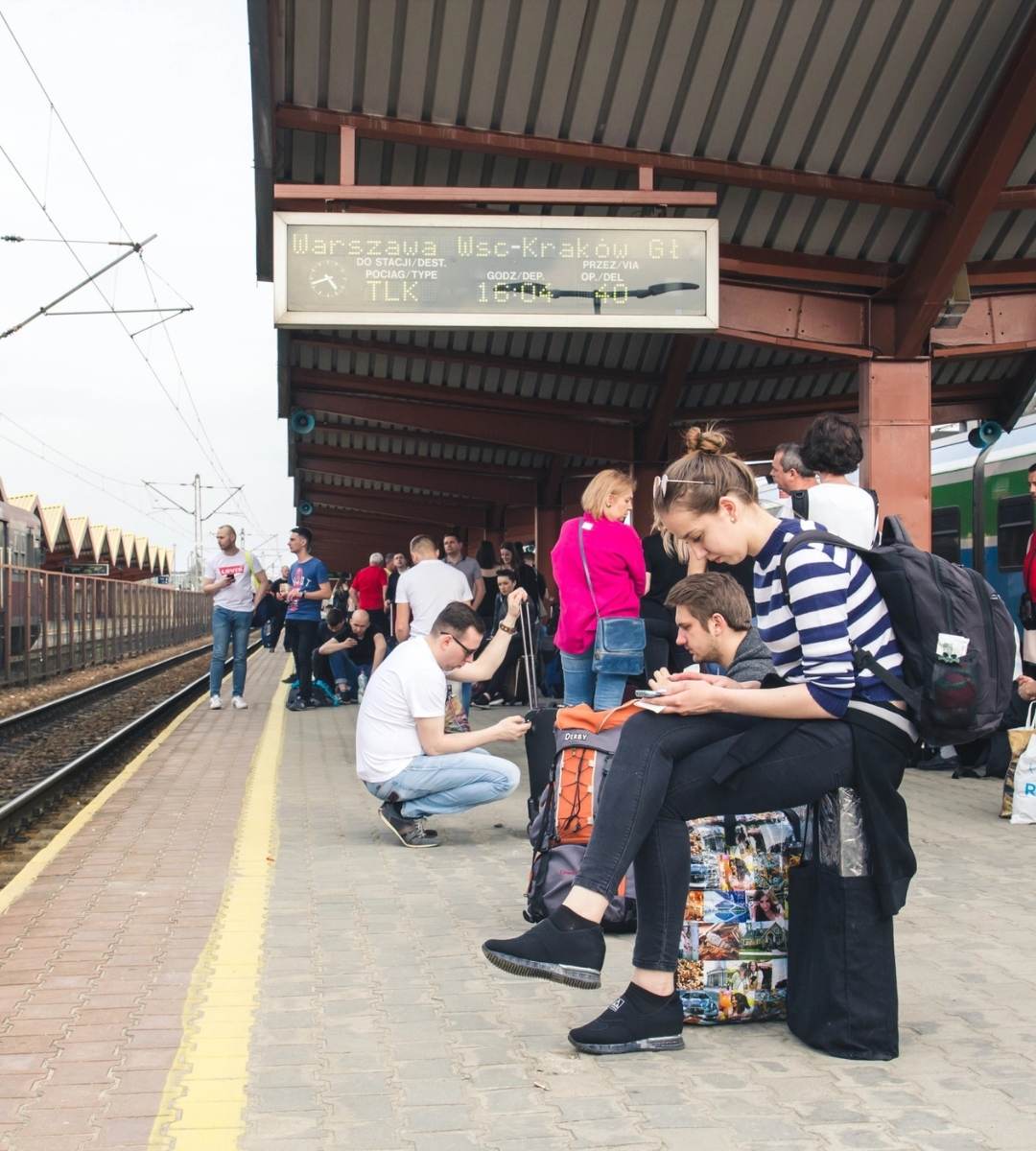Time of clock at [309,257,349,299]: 4:42
